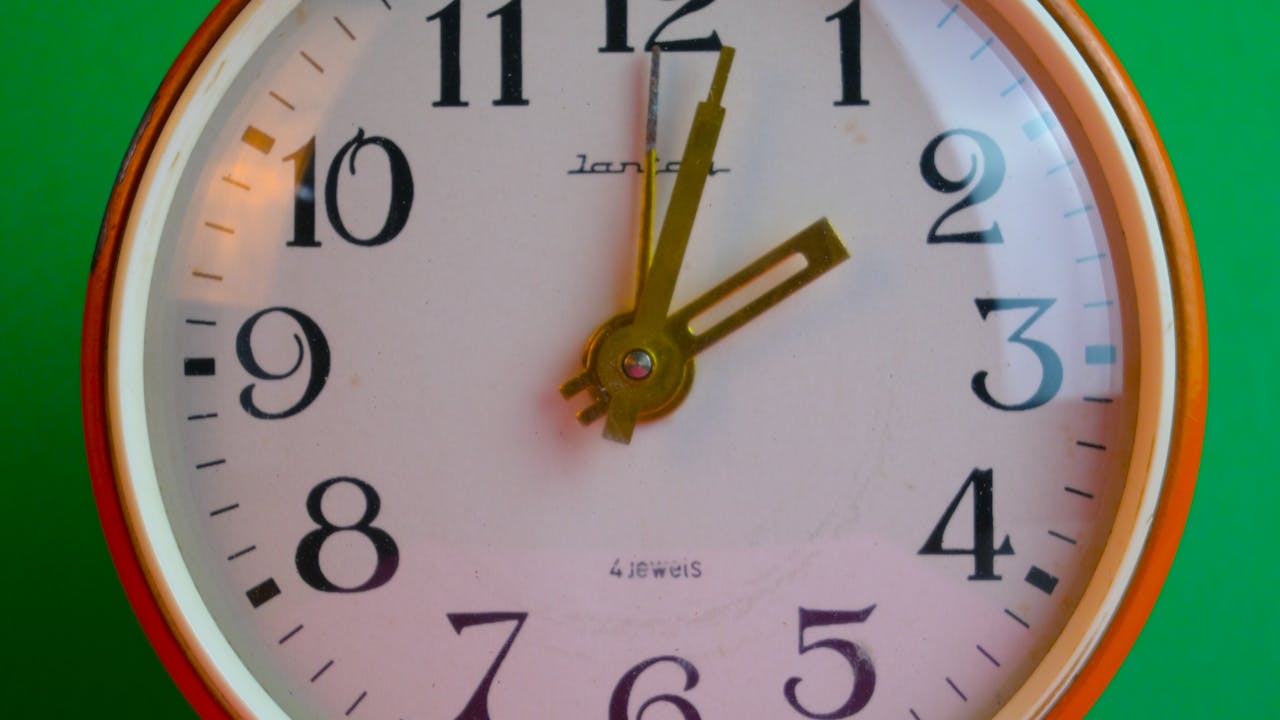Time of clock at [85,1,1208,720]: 2:01
